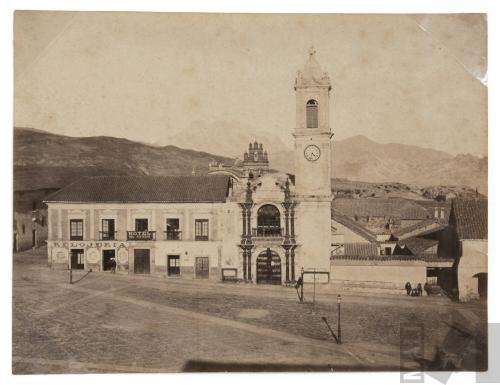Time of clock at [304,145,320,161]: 4:32
